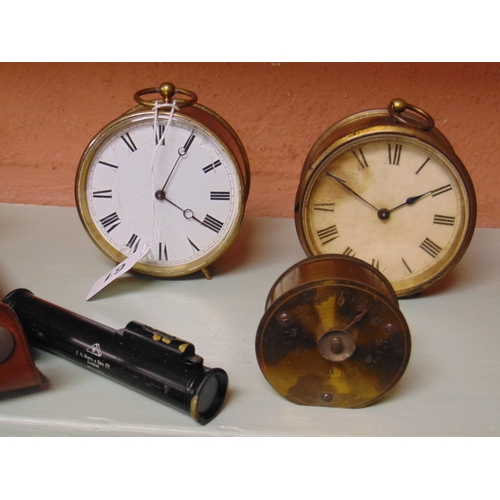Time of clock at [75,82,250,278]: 4:04
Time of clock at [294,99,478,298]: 1:50
